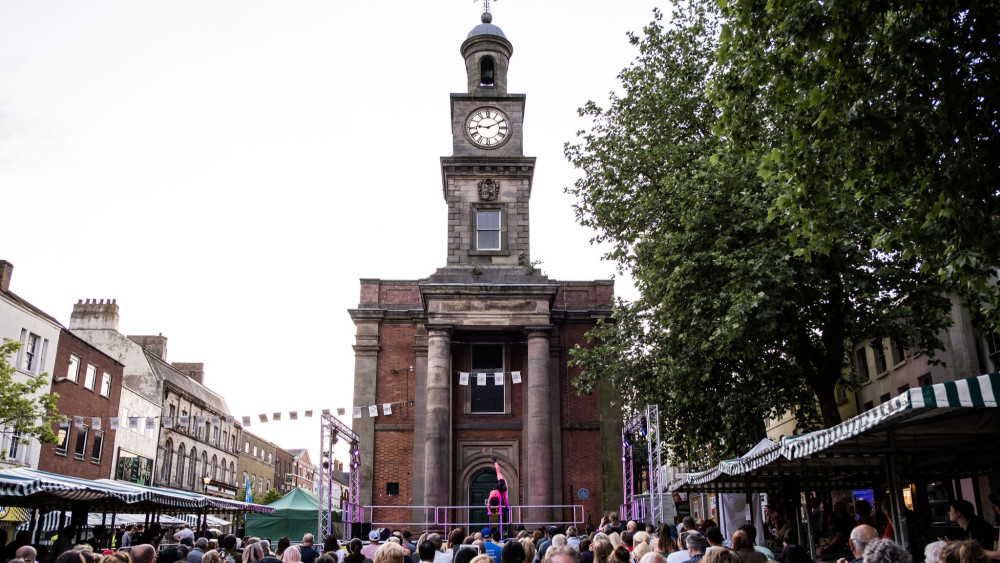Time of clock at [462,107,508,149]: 9:10
